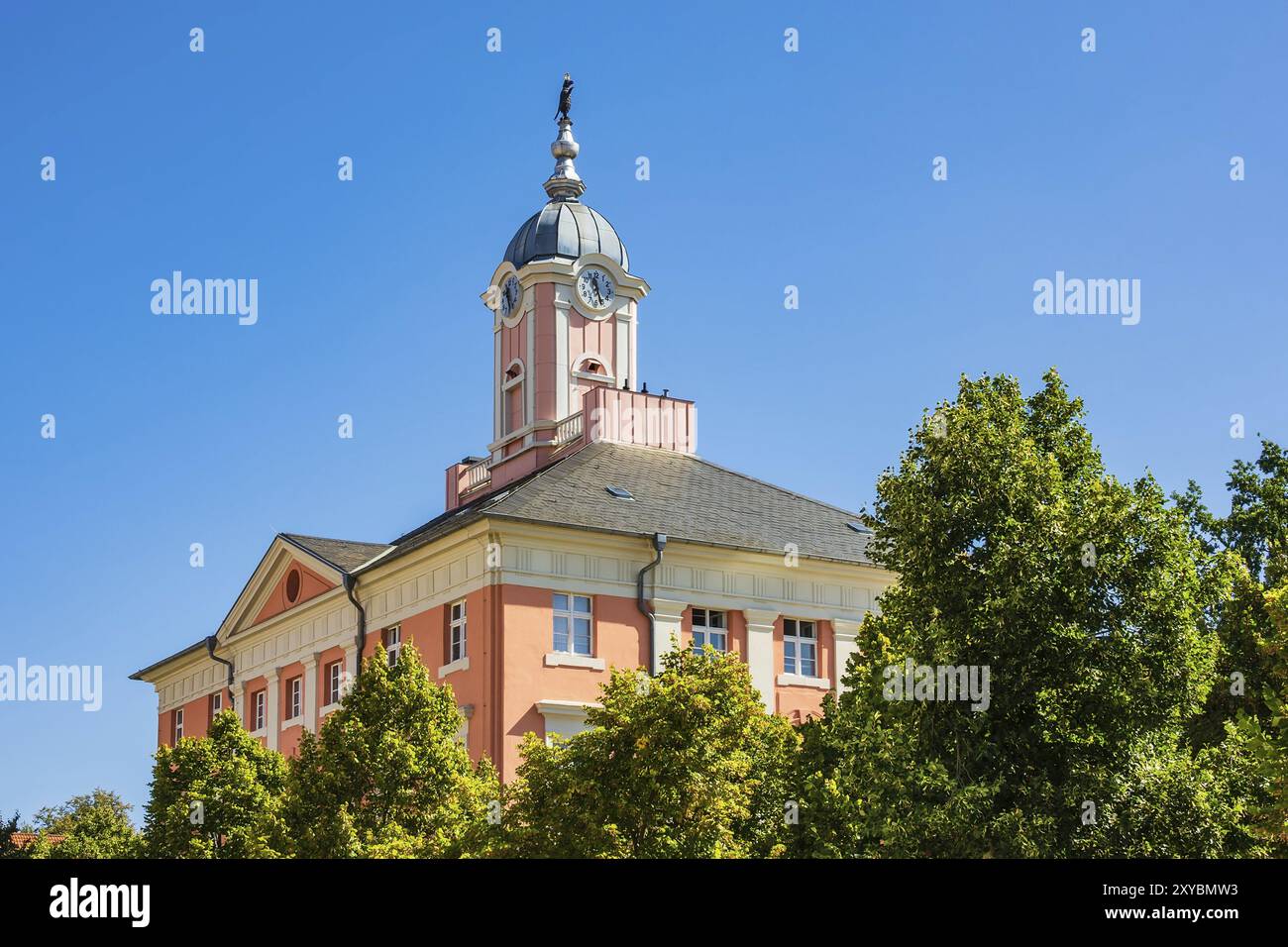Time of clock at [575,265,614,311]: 11:26
